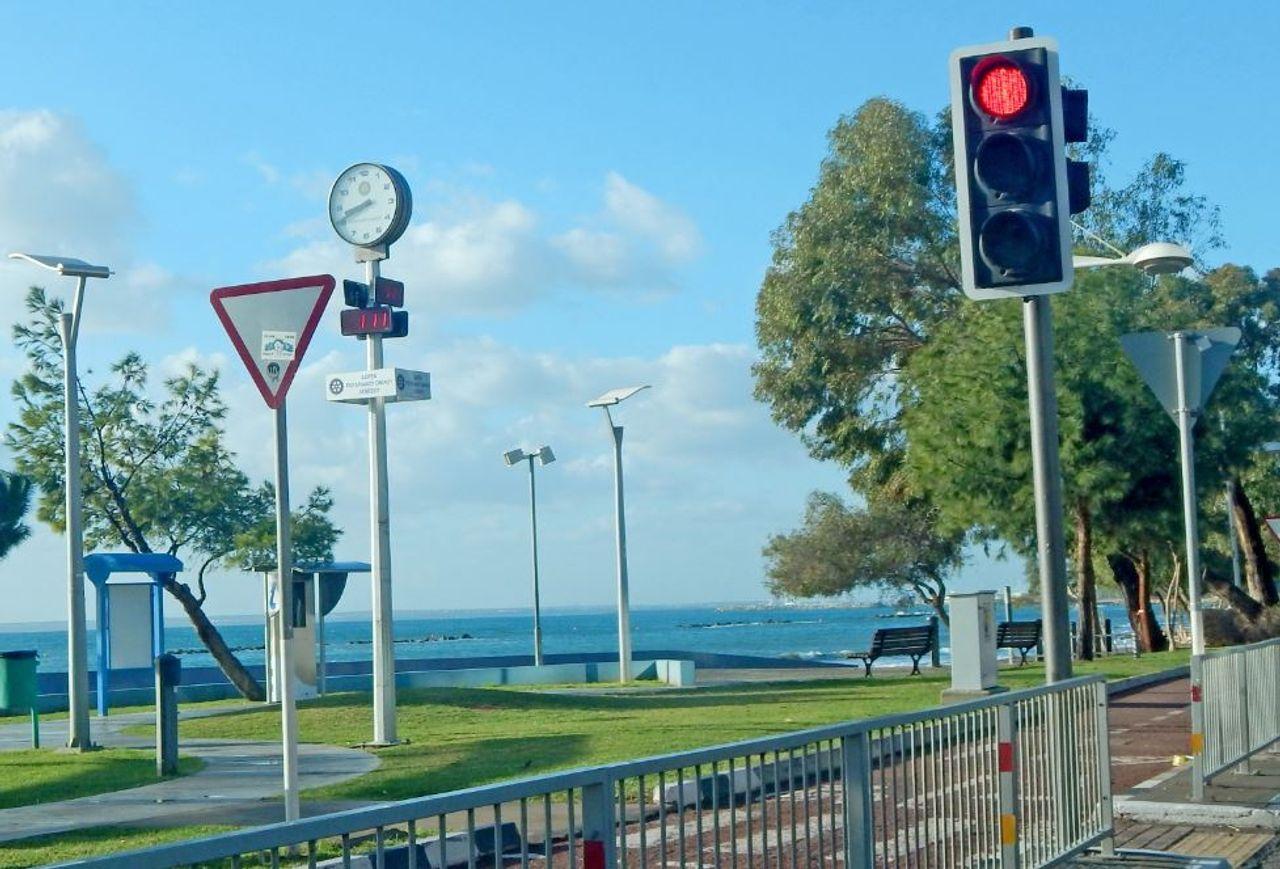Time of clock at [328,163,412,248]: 8:41
